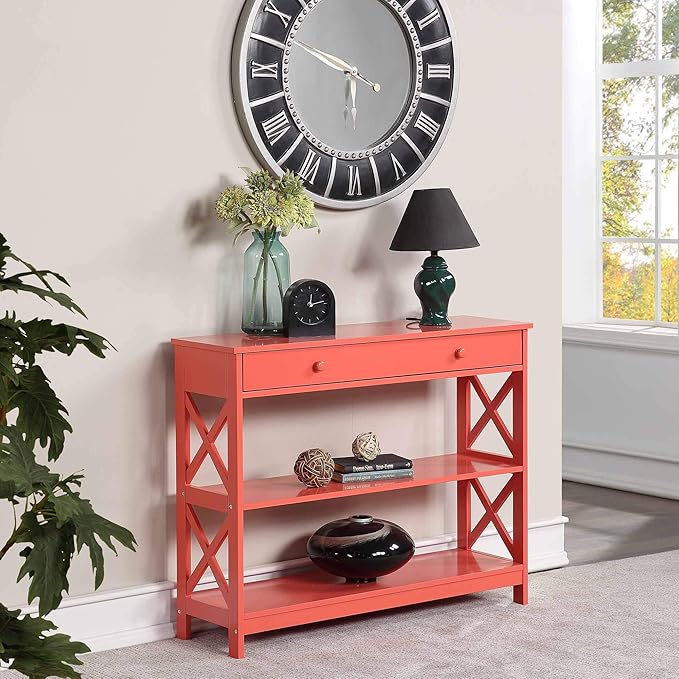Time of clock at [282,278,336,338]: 12:13
